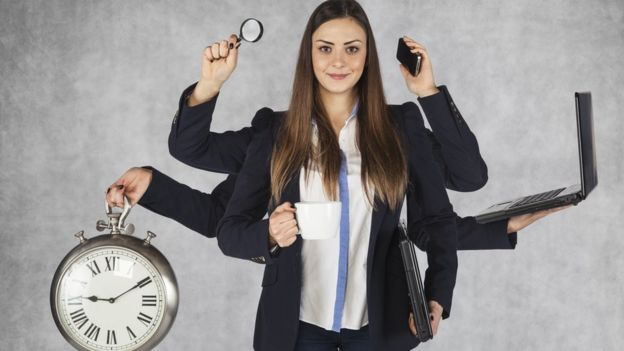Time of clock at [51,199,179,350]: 9:09
